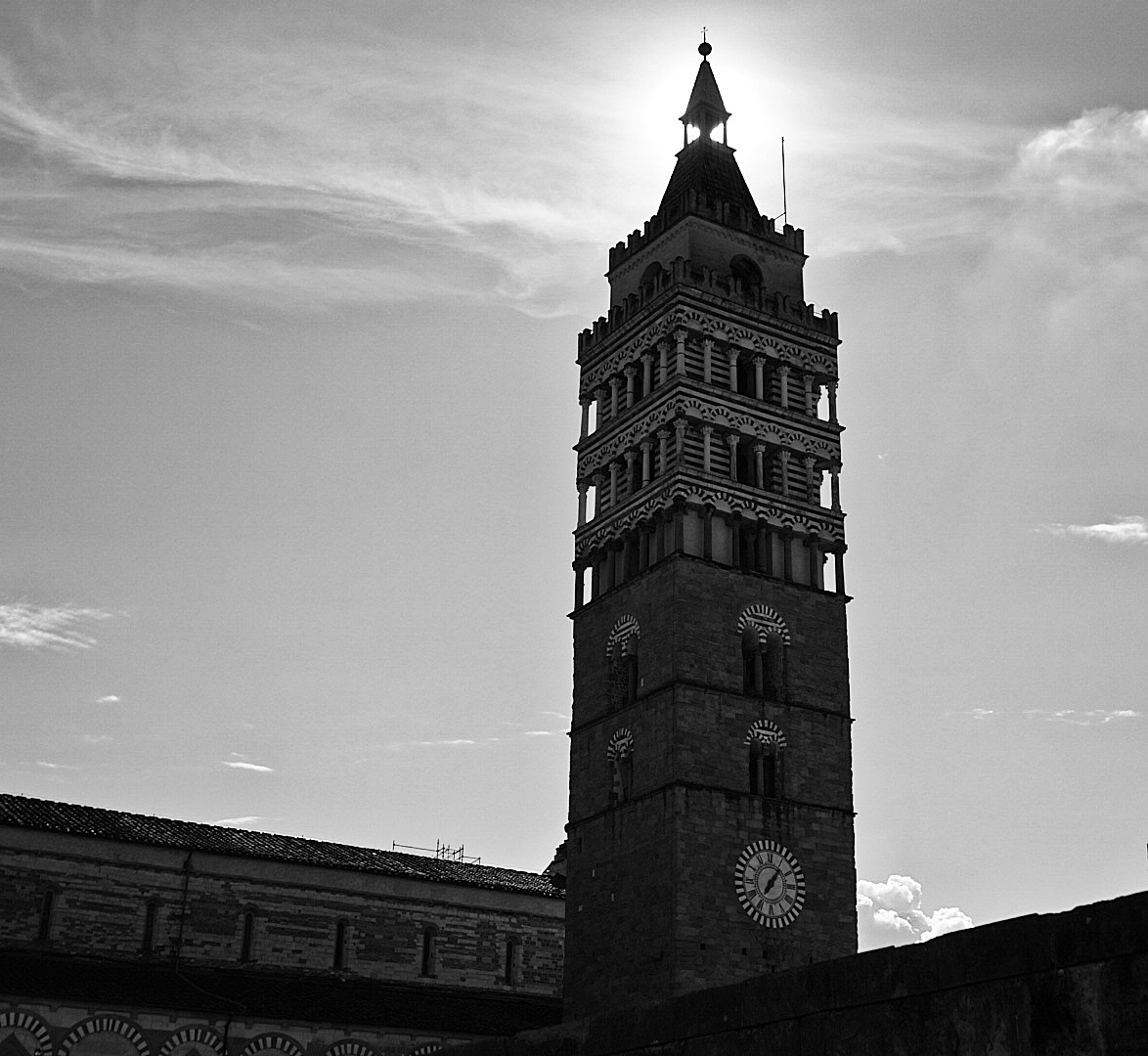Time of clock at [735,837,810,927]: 1:06
